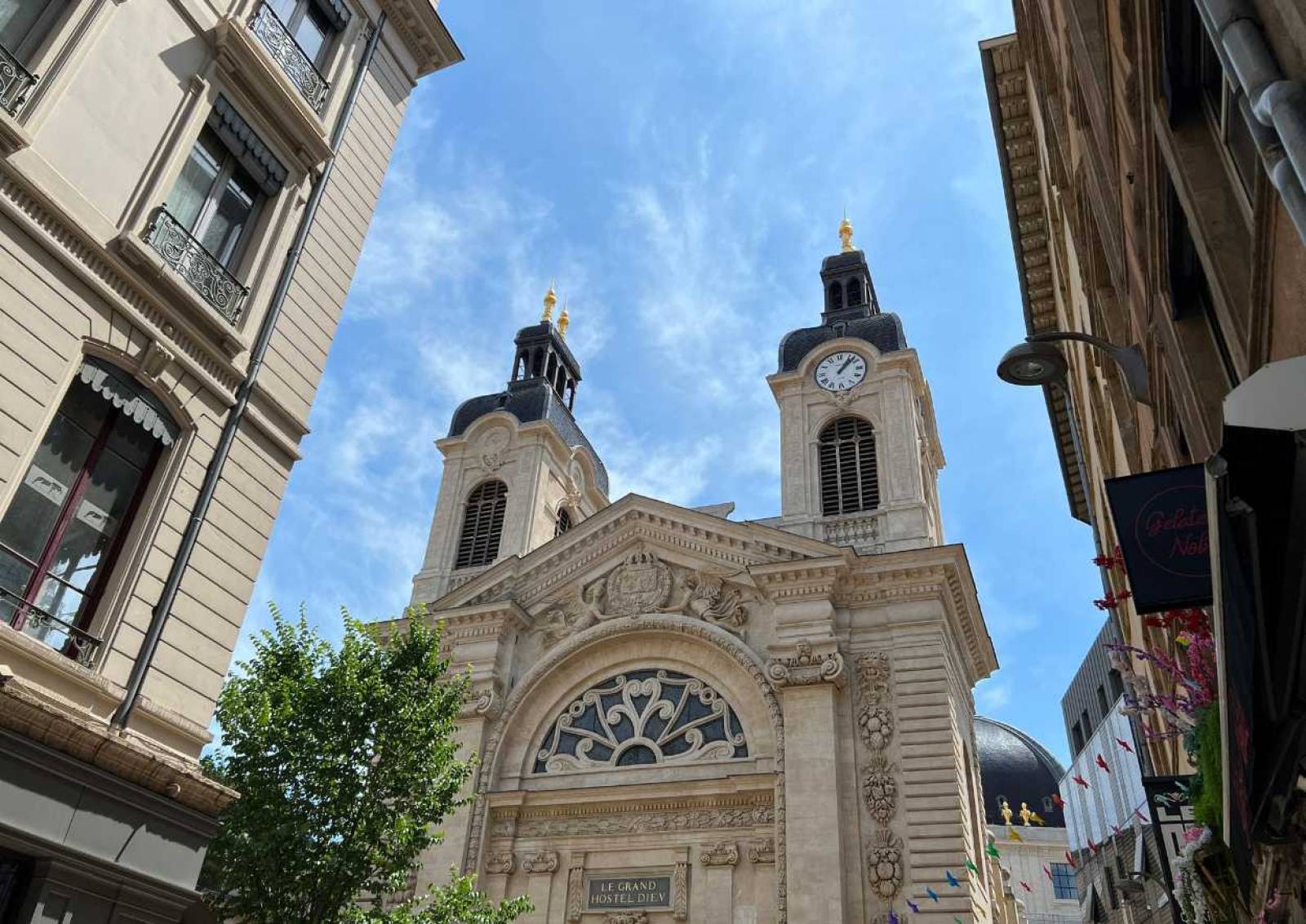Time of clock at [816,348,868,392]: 1:07
